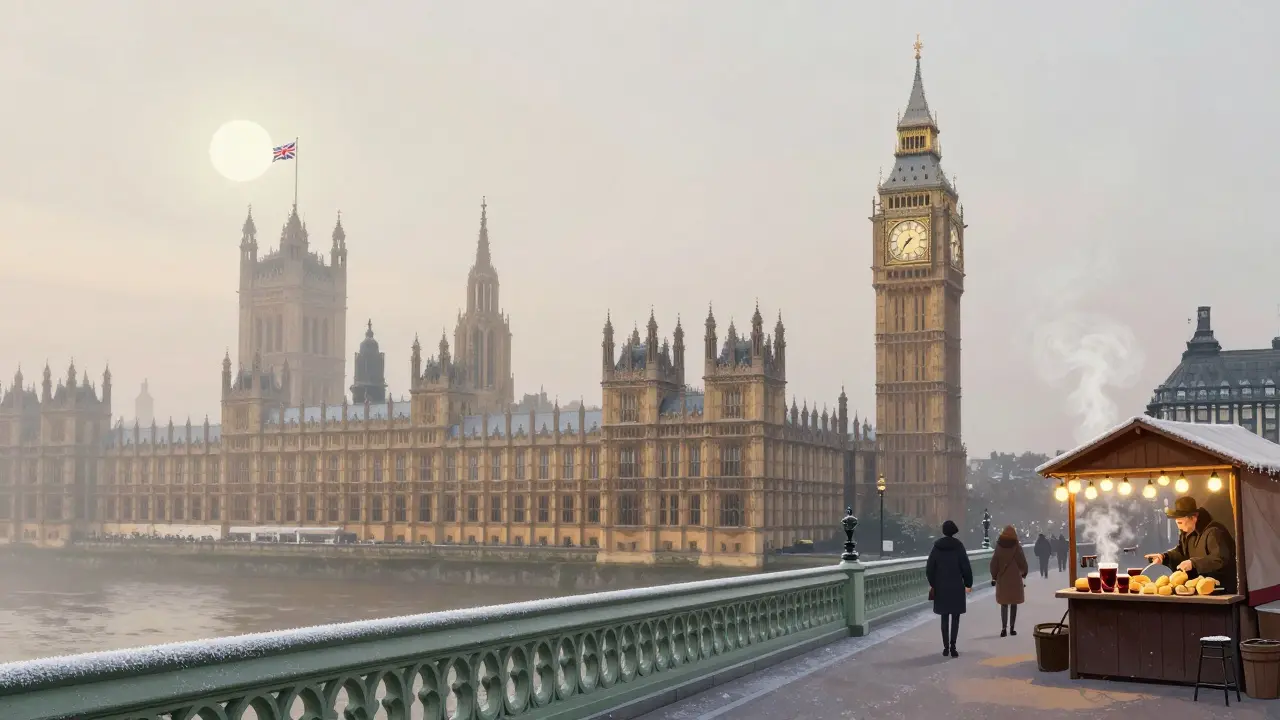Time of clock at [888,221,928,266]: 1:36
